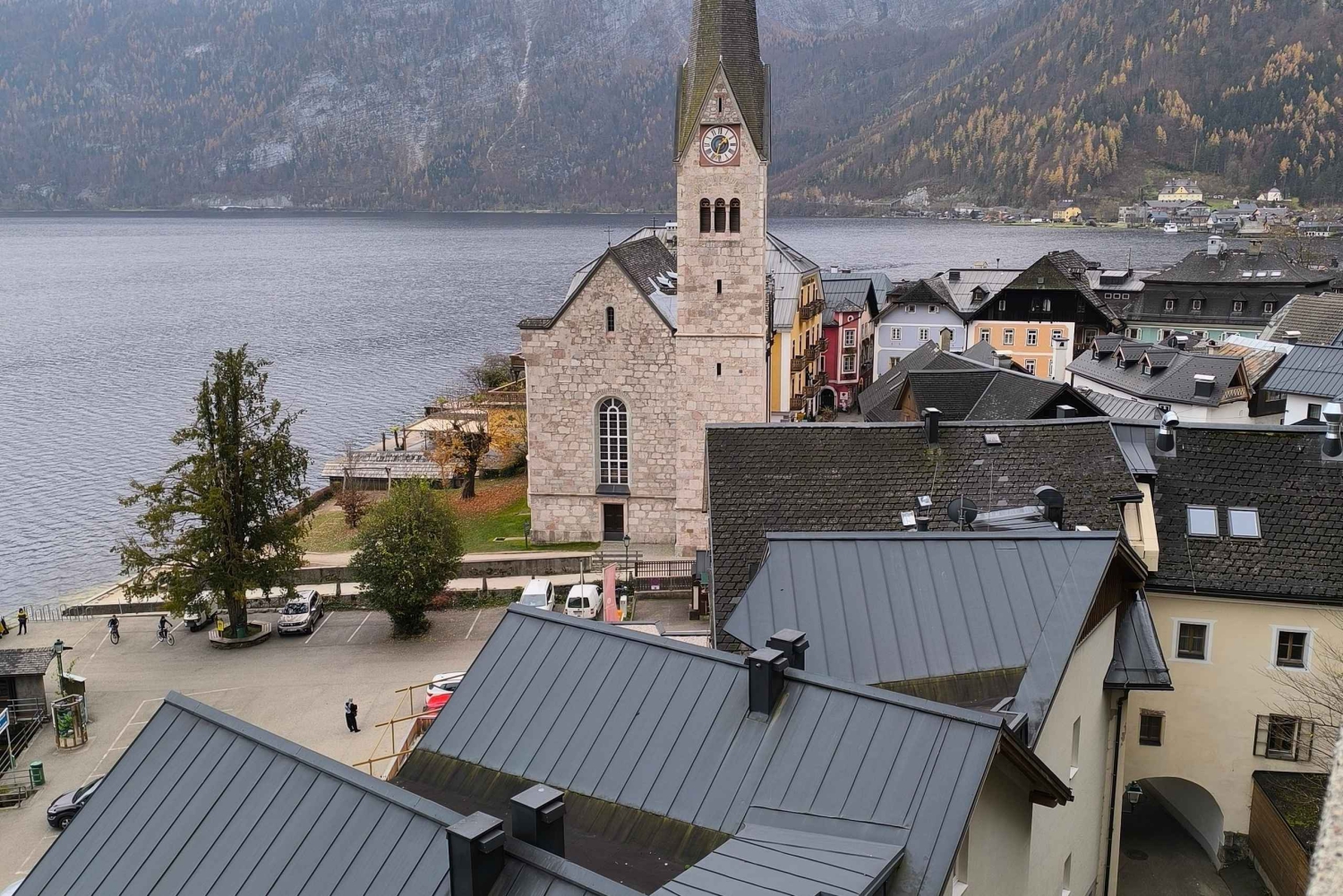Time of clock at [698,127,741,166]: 1:33
